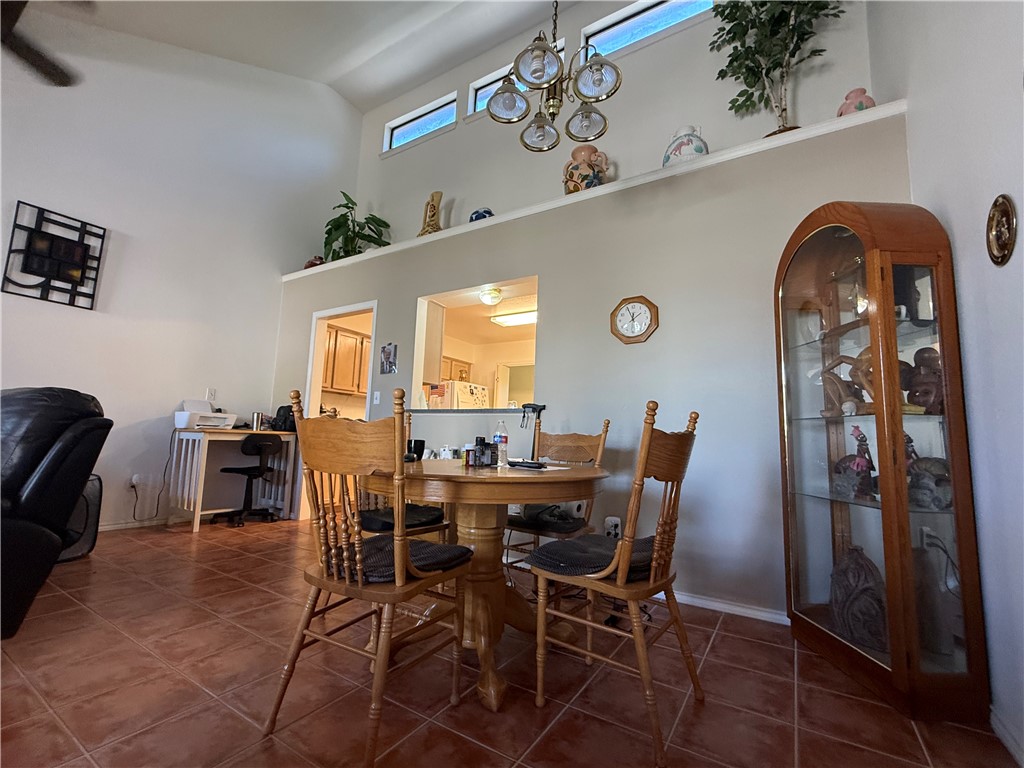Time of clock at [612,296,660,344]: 1:56
